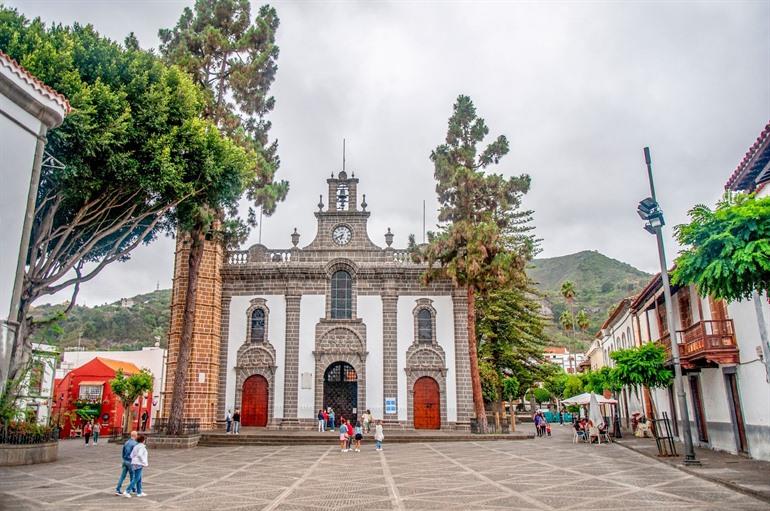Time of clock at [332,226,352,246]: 6:40
